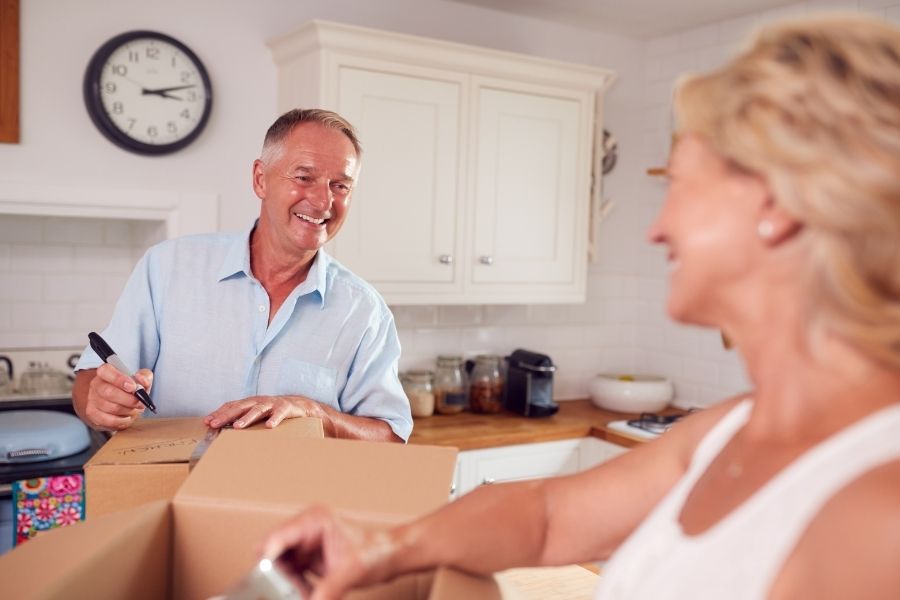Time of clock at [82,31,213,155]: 3:12
